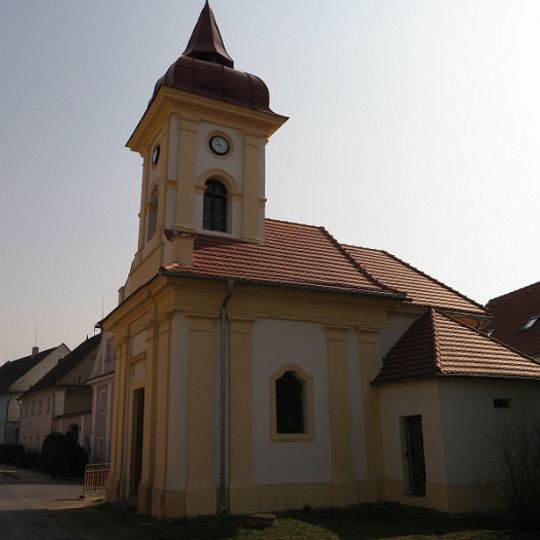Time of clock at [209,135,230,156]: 8:57
